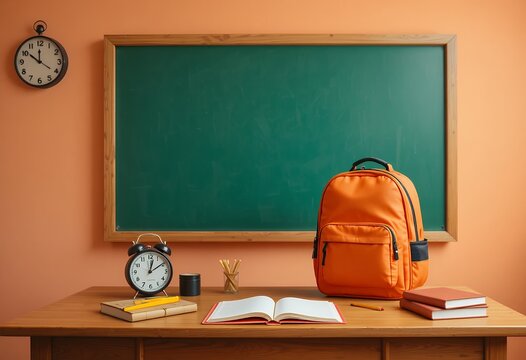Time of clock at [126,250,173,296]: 12:09
